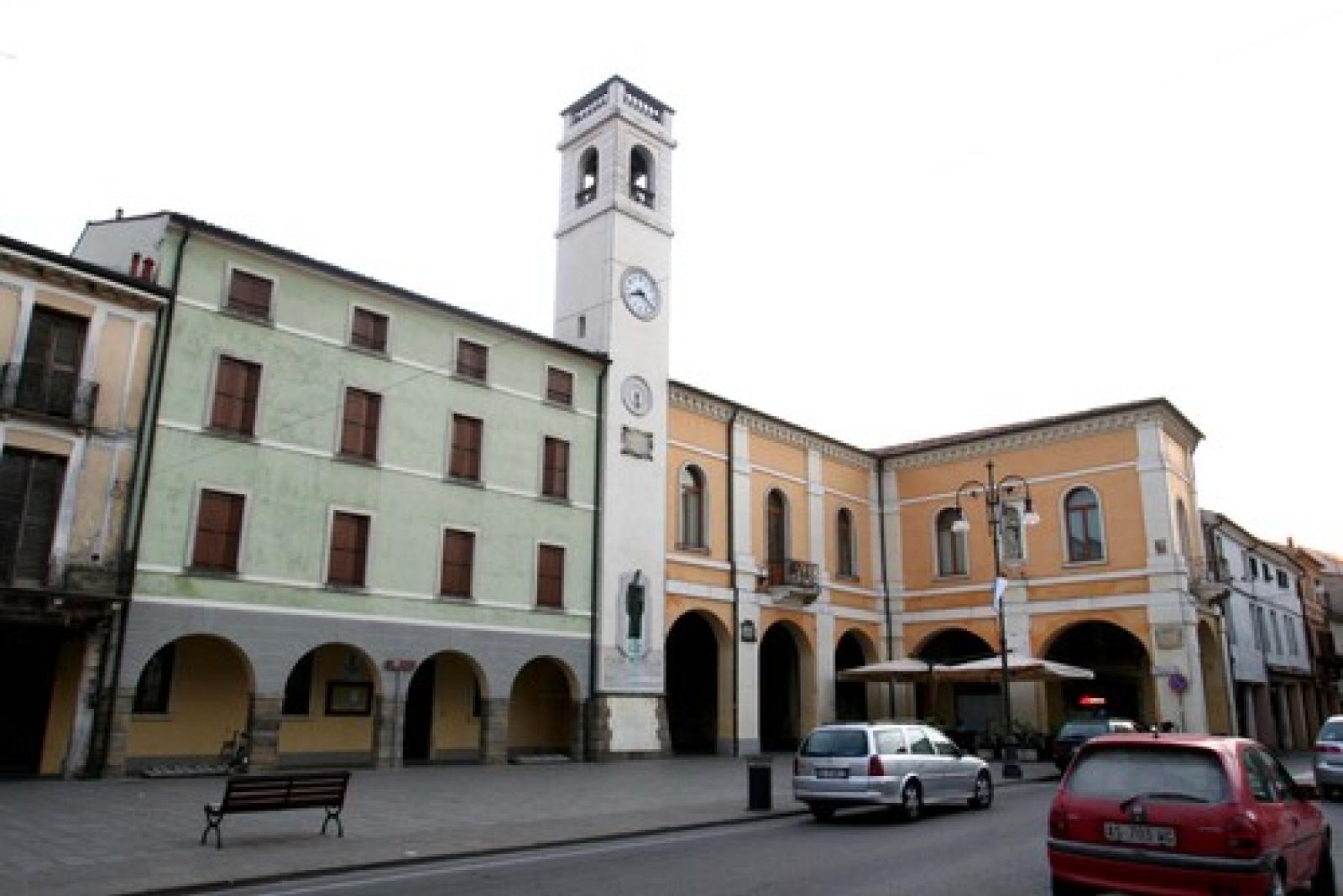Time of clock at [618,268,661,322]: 8:21
